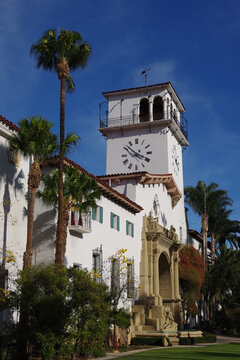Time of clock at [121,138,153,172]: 3:52
